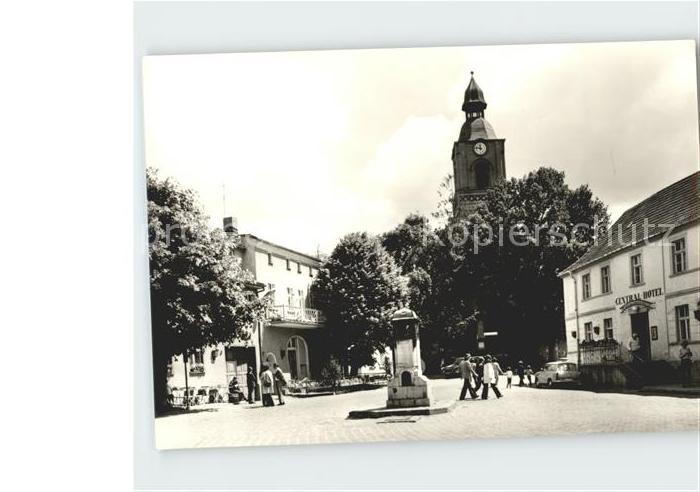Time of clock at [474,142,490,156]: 11:46
